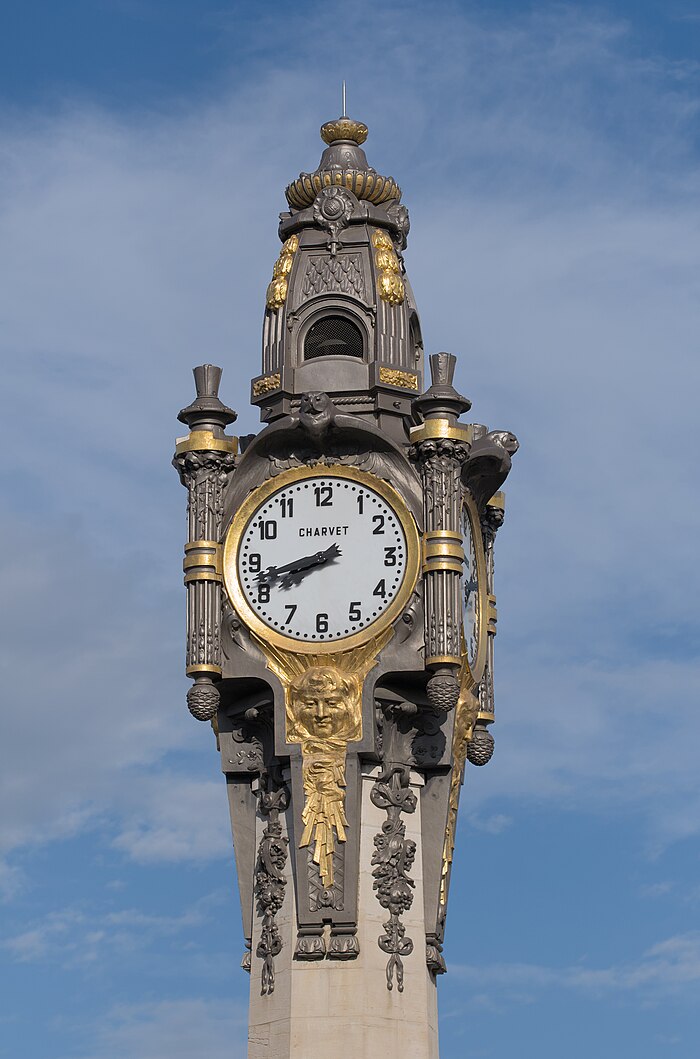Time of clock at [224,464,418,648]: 7:42
